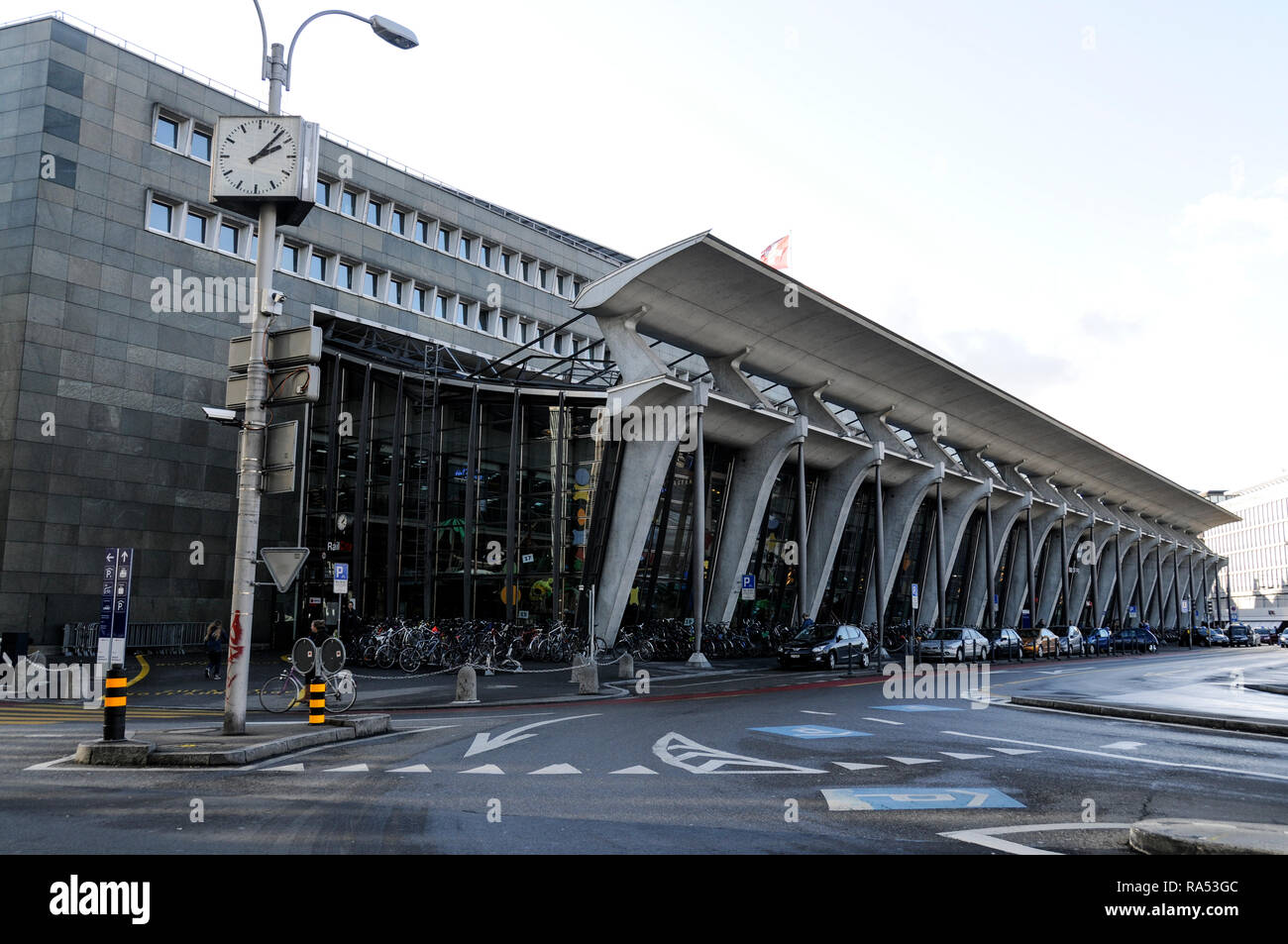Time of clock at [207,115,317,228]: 2:07
